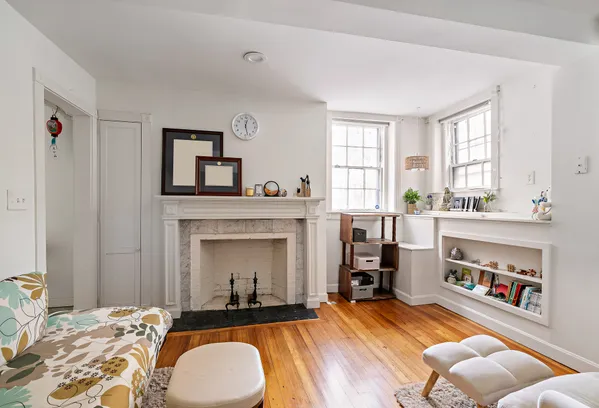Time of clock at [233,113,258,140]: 12:27
